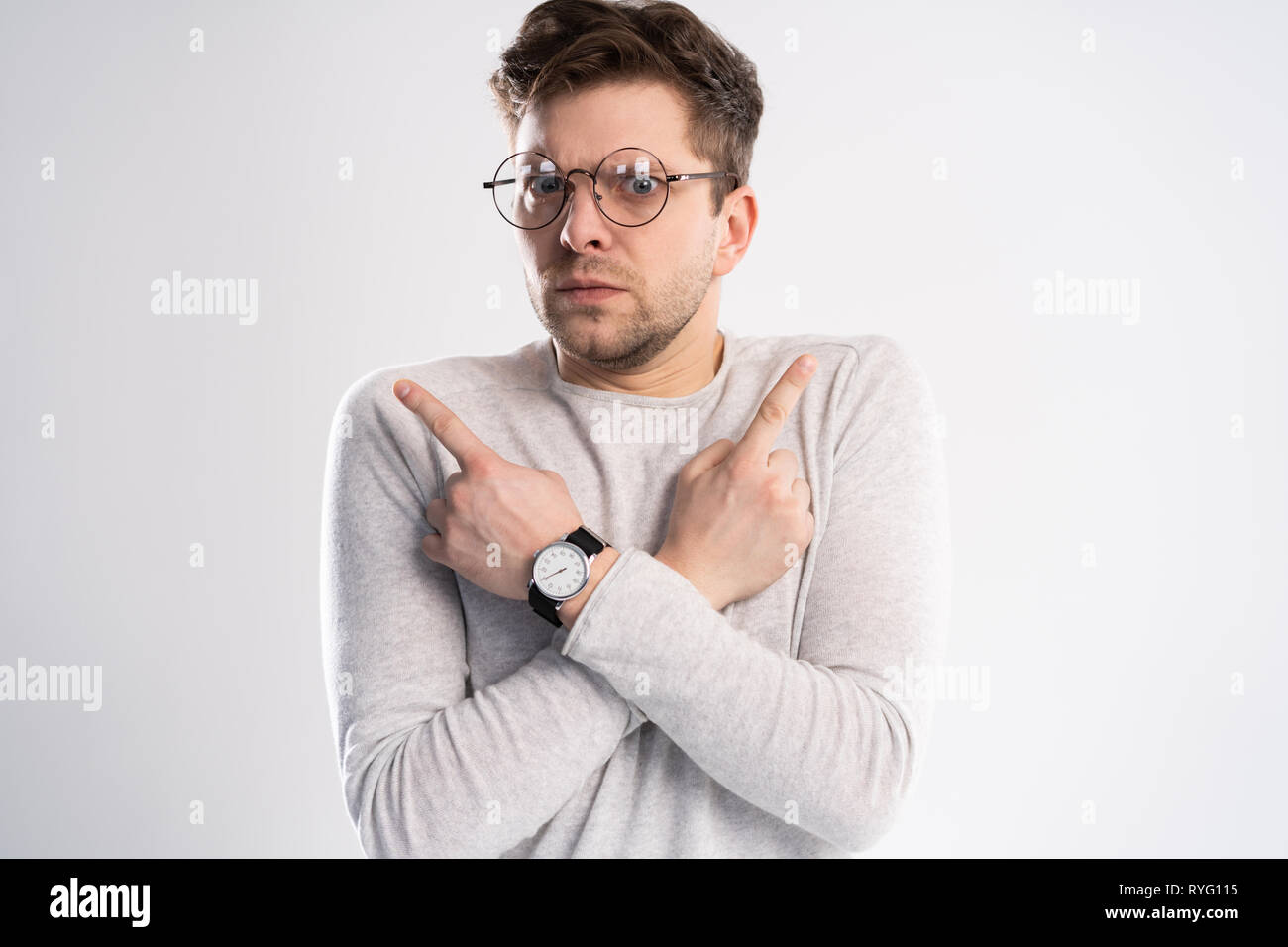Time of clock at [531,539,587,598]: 7:39
